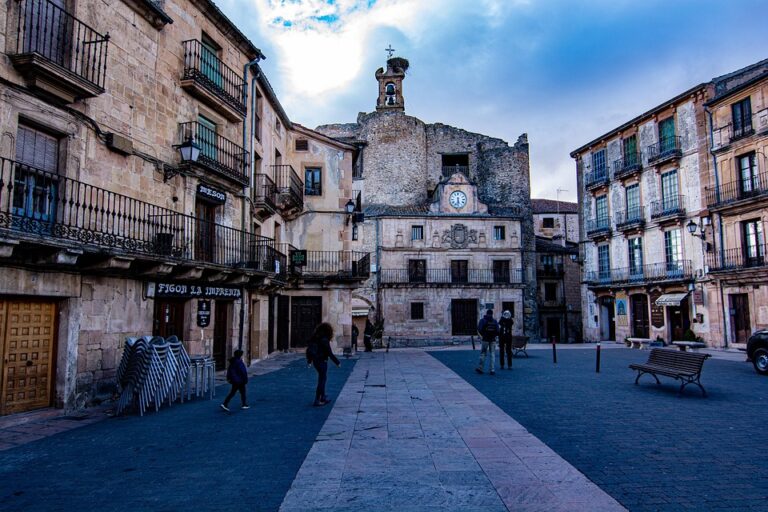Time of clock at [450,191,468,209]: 5:31
